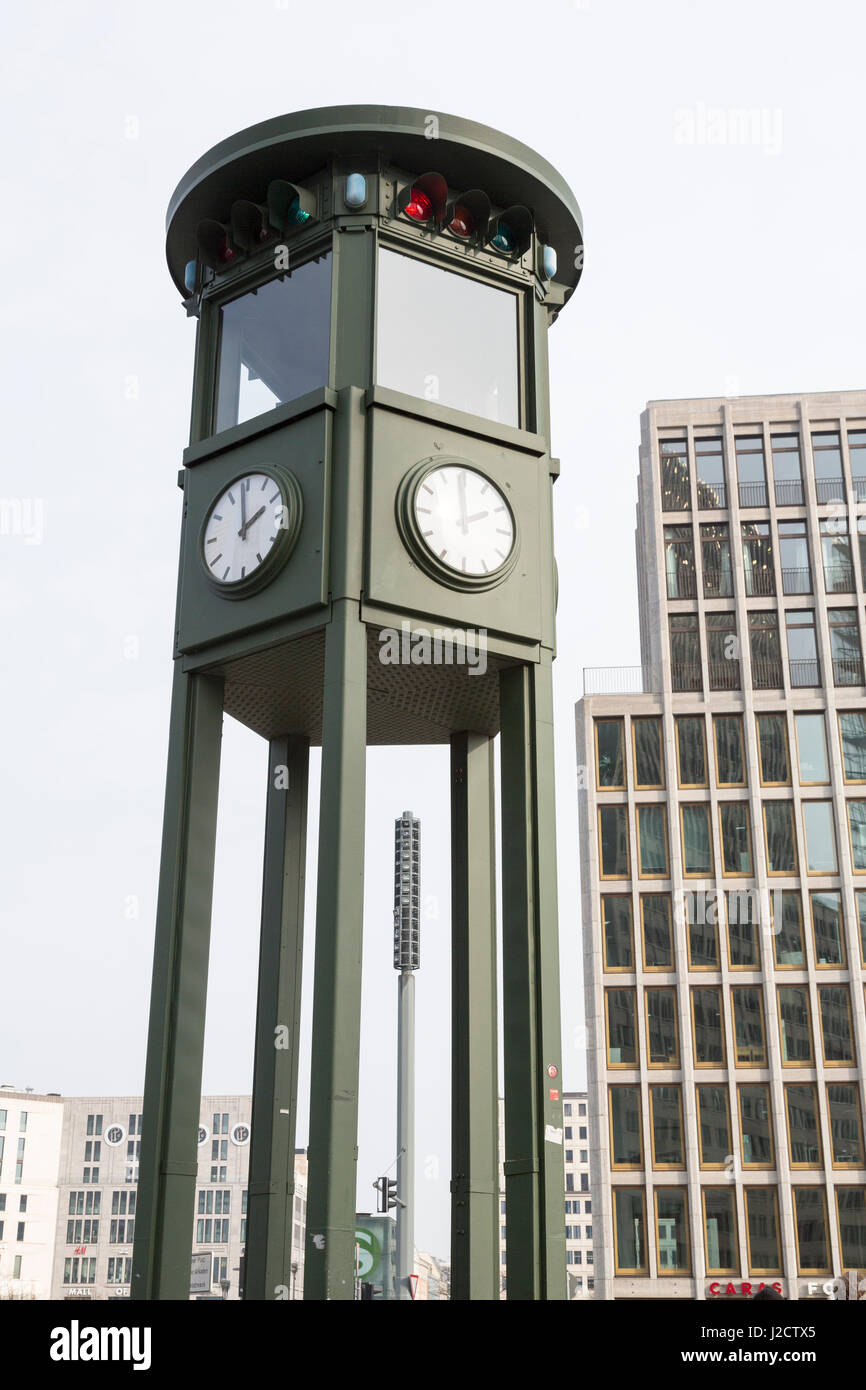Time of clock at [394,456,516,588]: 1:59
